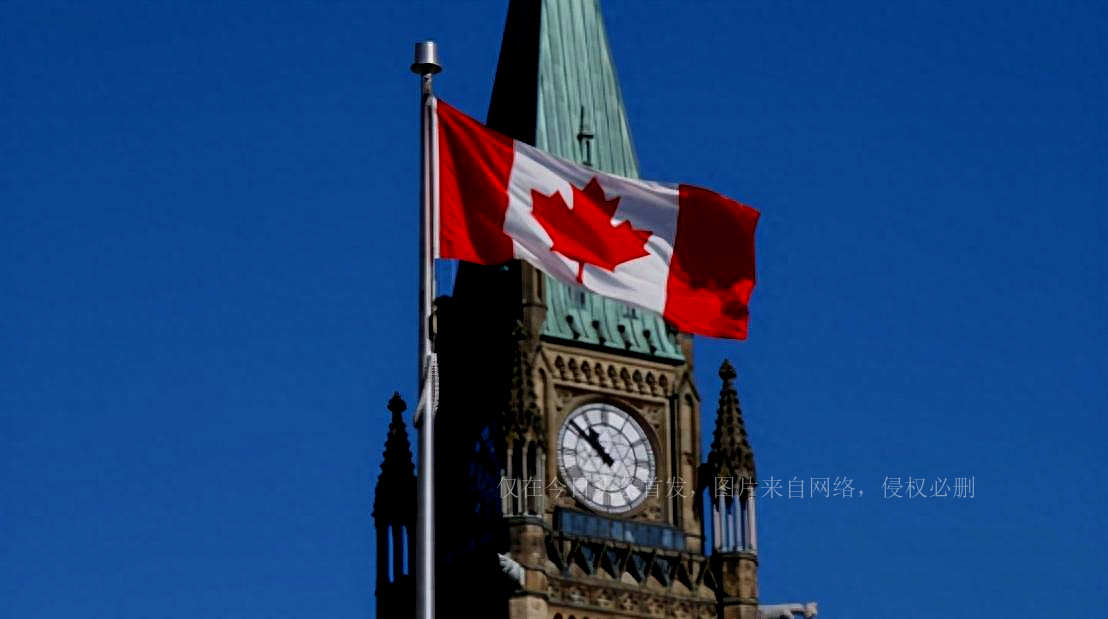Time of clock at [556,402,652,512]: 10:51
